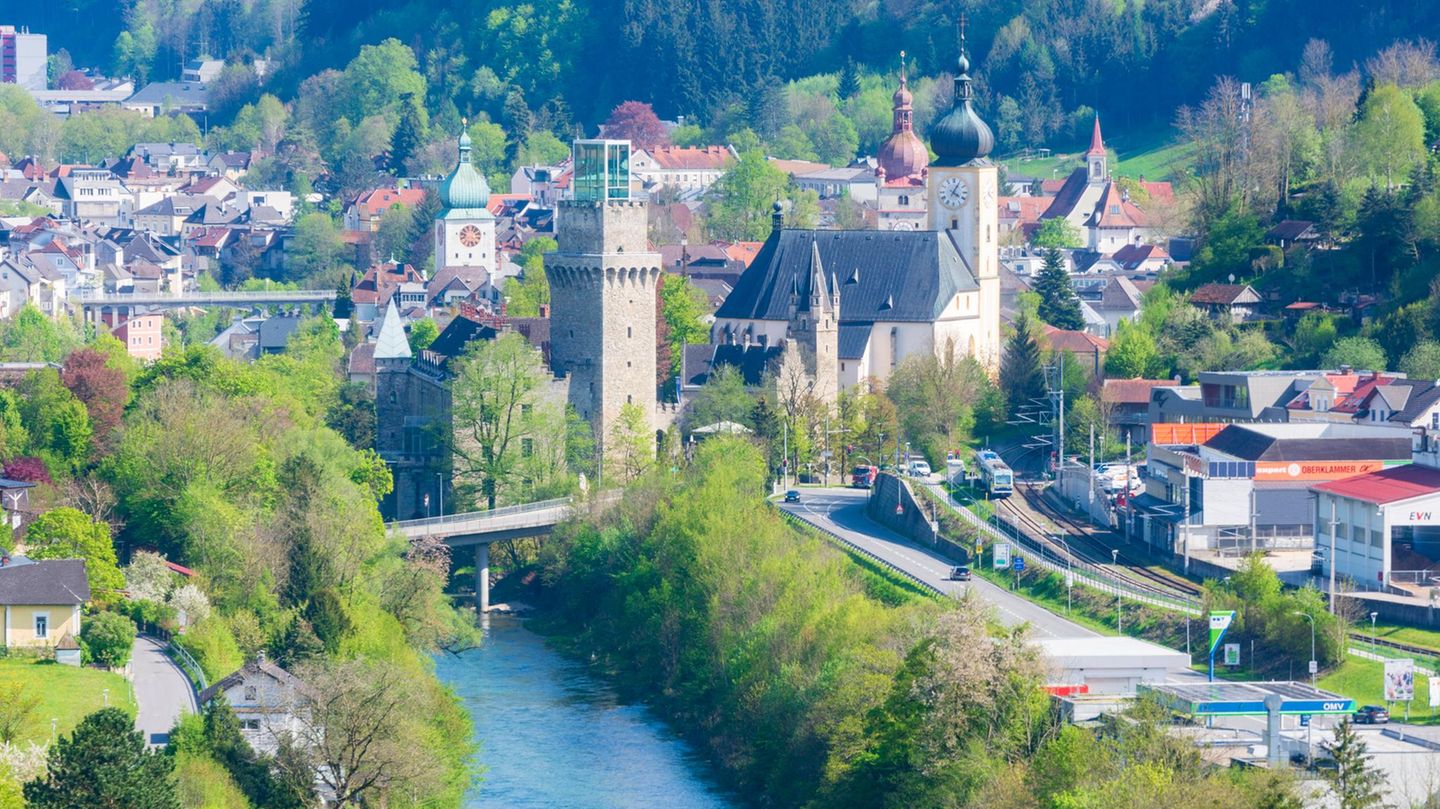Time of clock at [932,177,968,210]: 4:04
